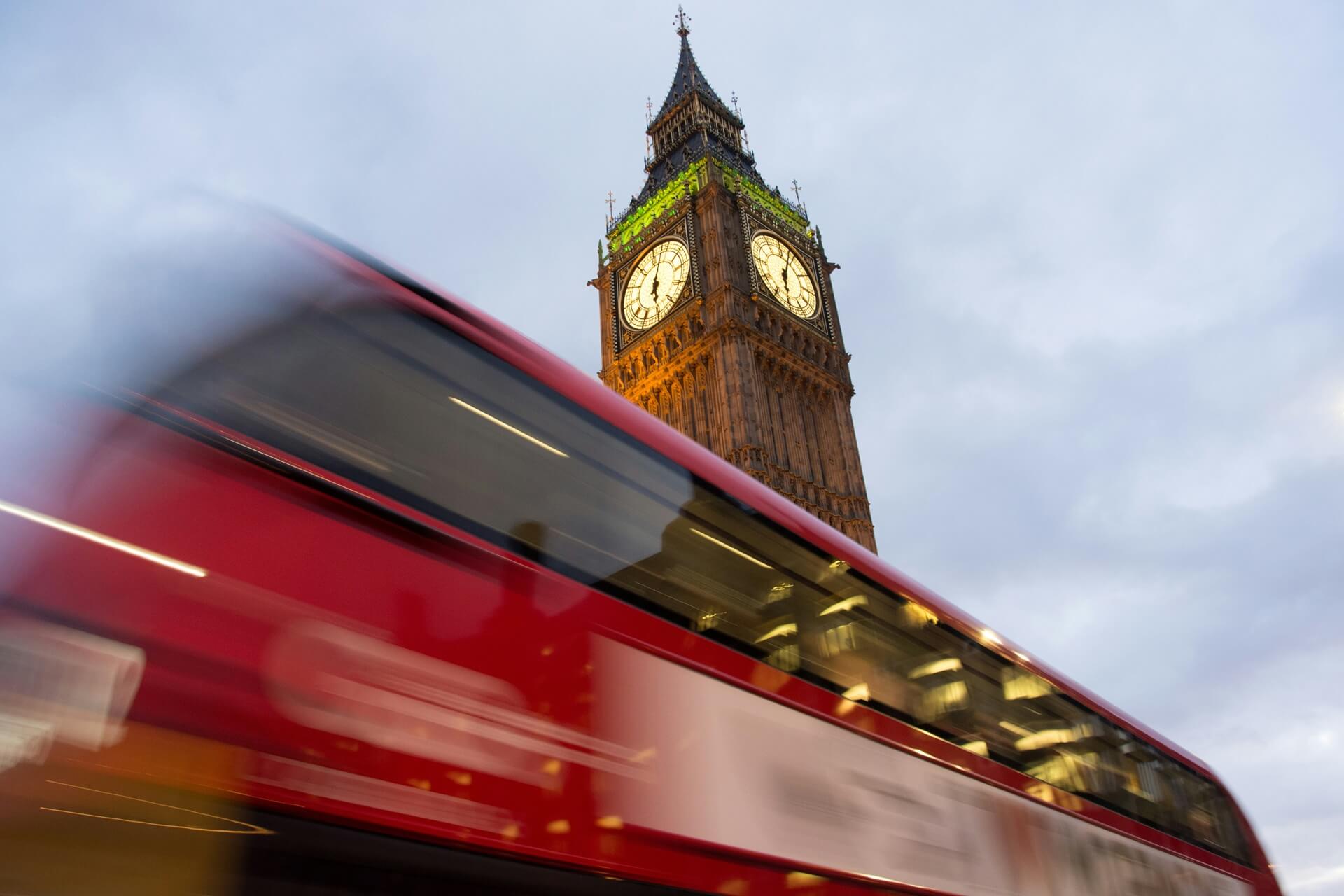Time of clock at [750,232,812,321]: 6:03
